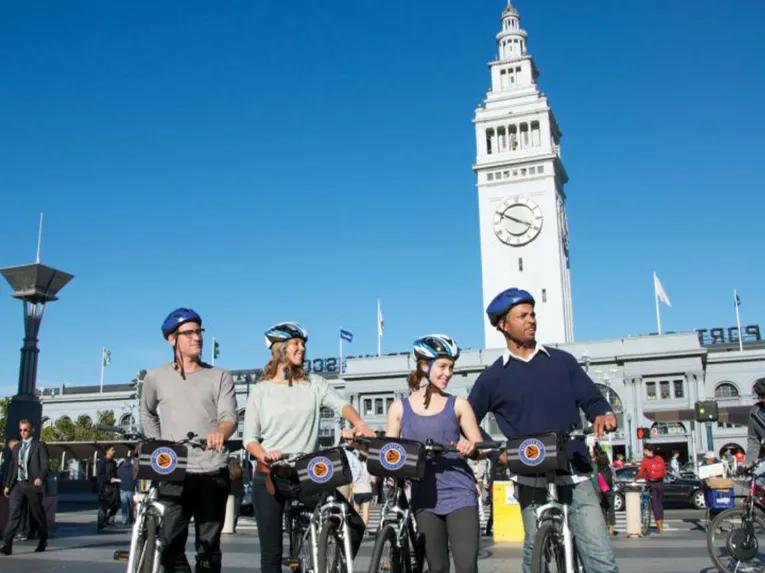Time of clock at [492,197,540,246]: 3:50
